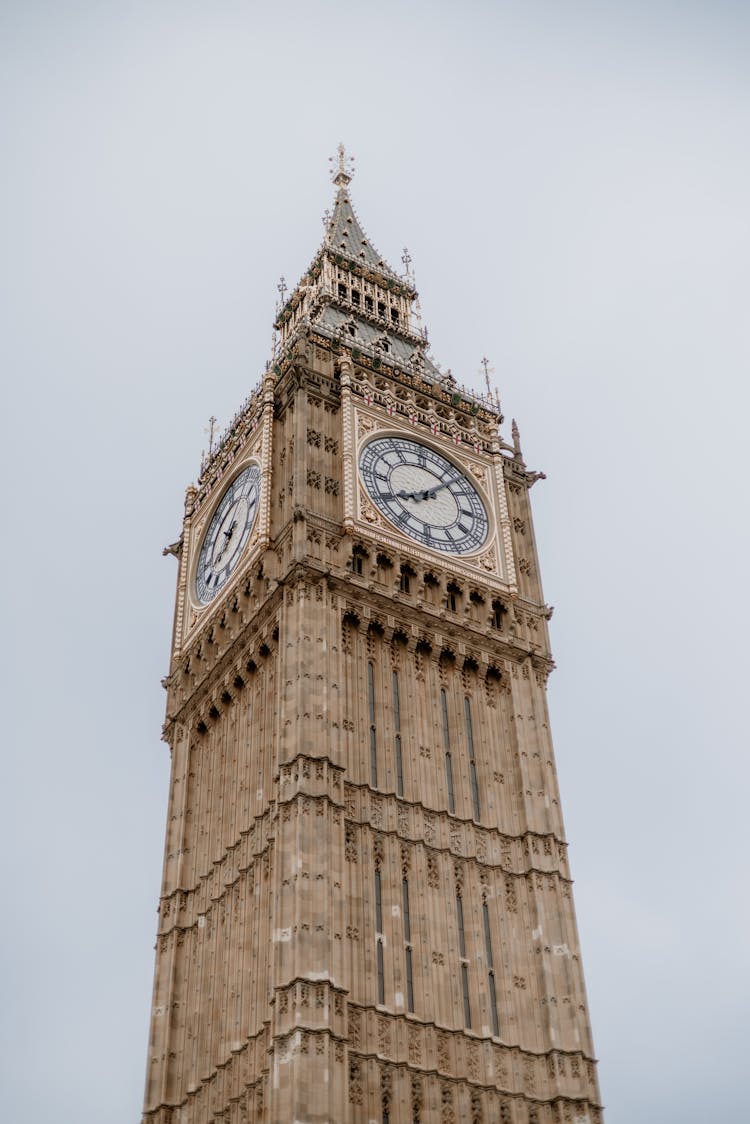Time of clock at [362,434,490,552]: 8:07
